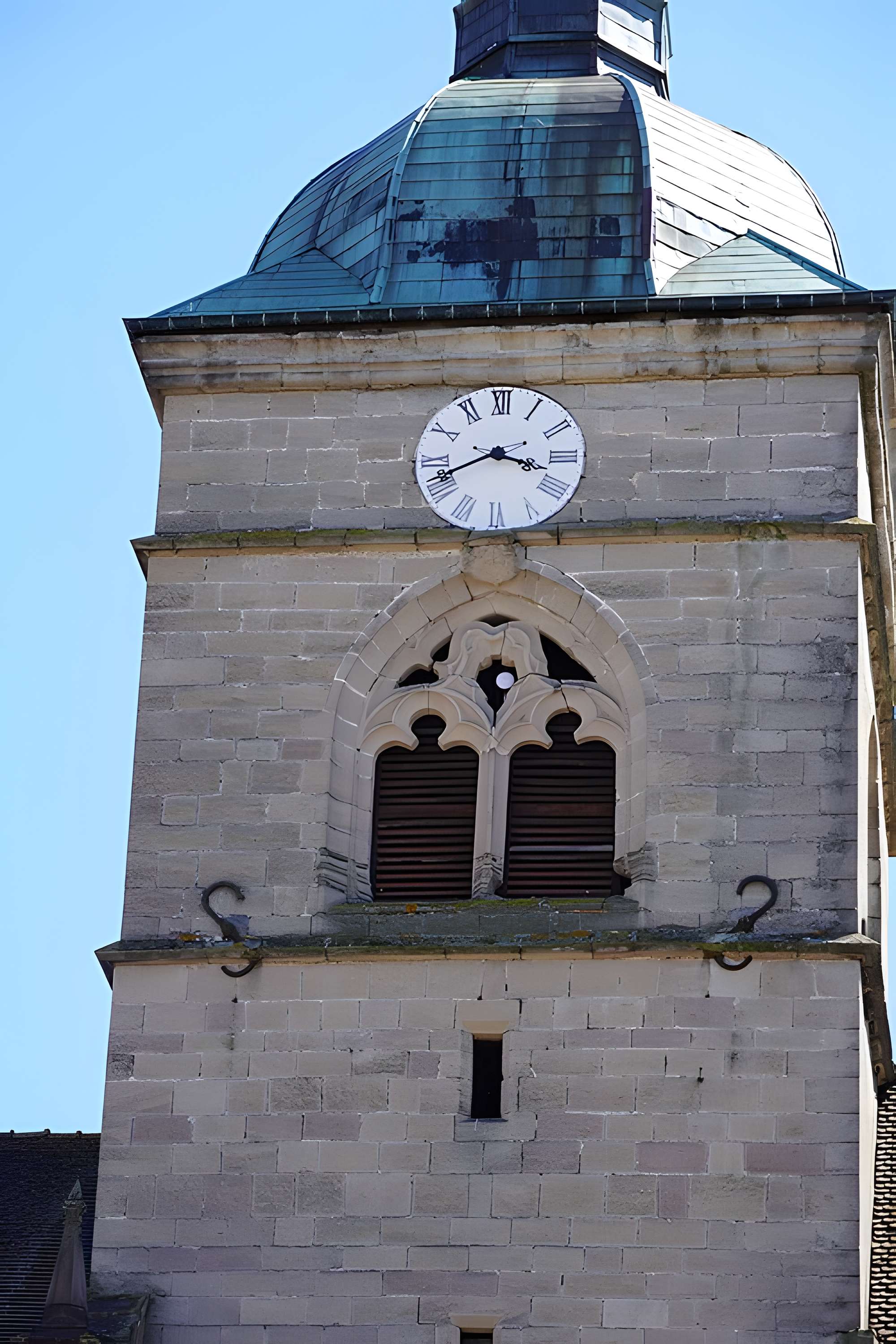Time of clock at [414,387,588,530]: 3:41
